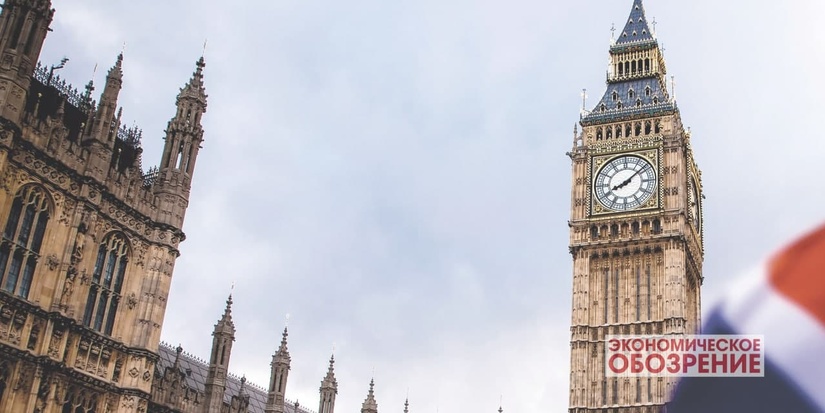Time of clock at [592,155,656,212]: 8:08
